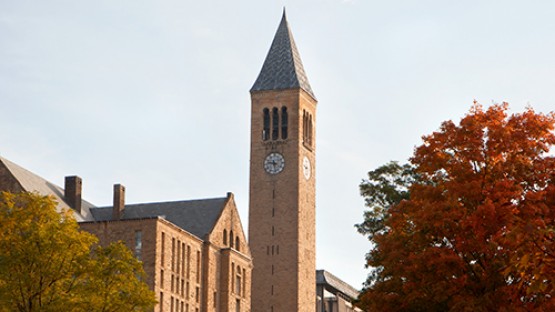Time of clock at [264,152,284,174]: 9:28
